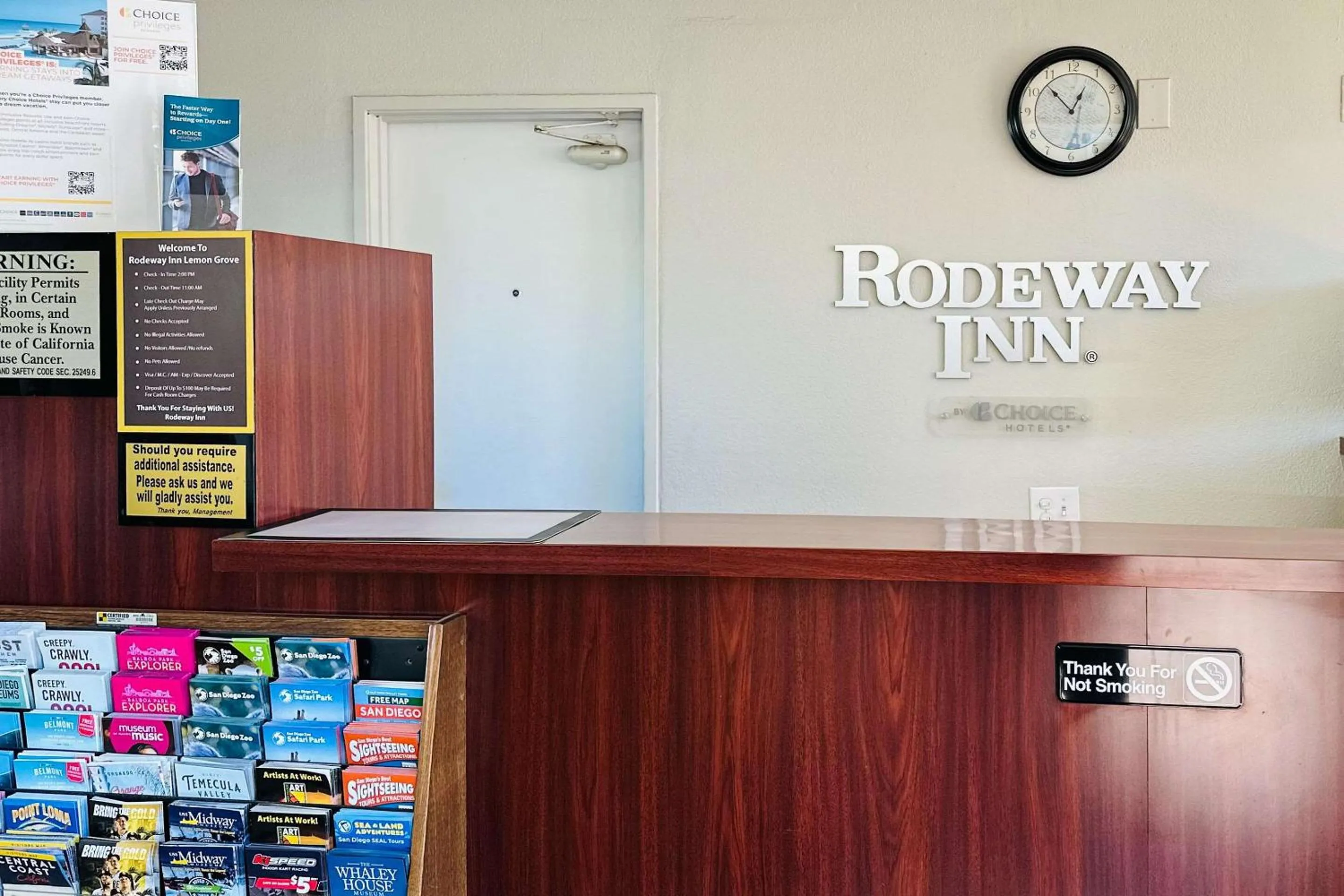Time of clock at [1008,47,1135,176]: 12:52
